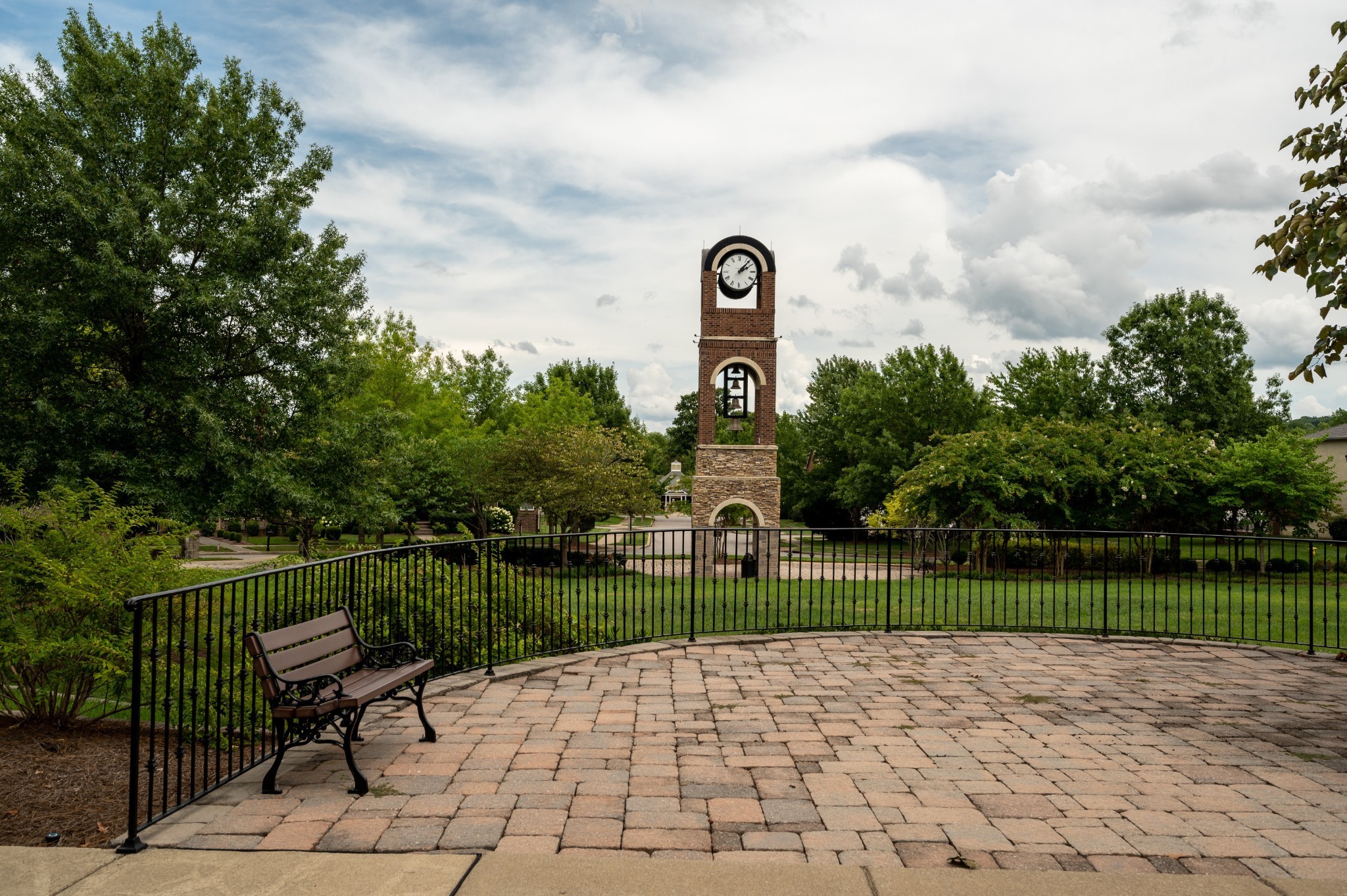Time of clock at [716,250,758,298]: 2:07
